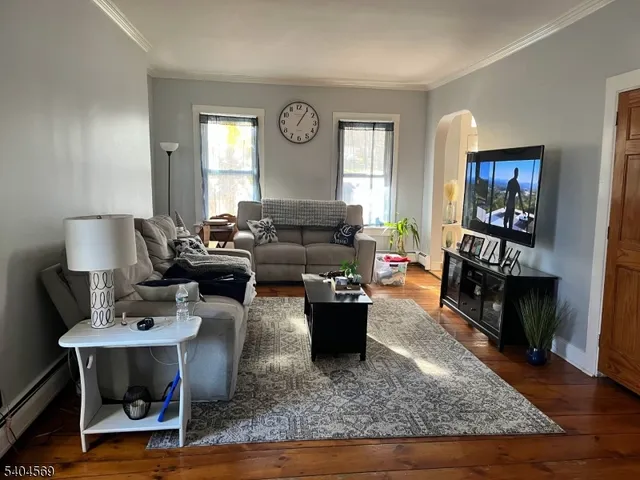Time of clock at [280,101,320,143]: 1:05
